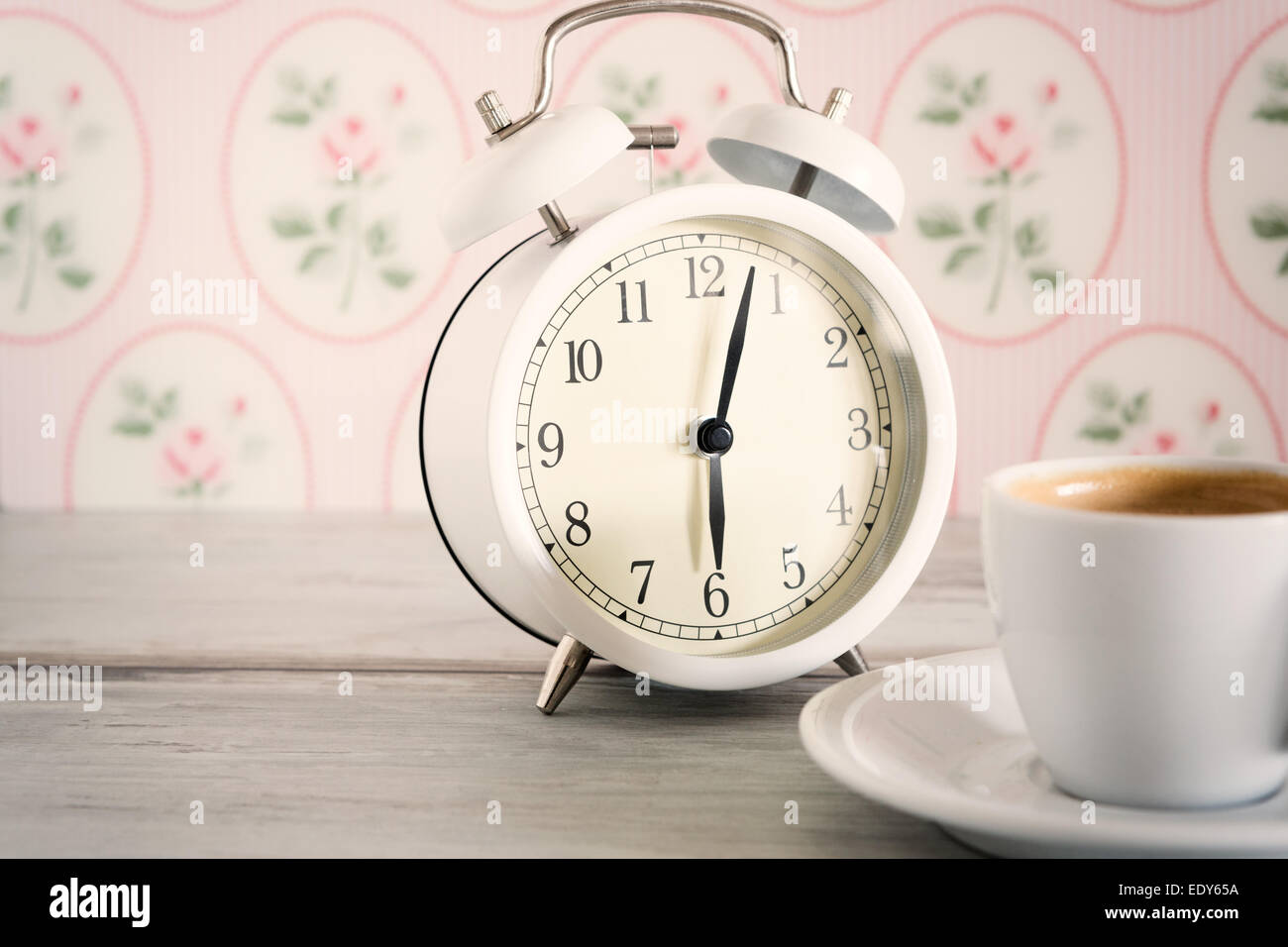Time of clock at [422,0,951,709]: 6:03
